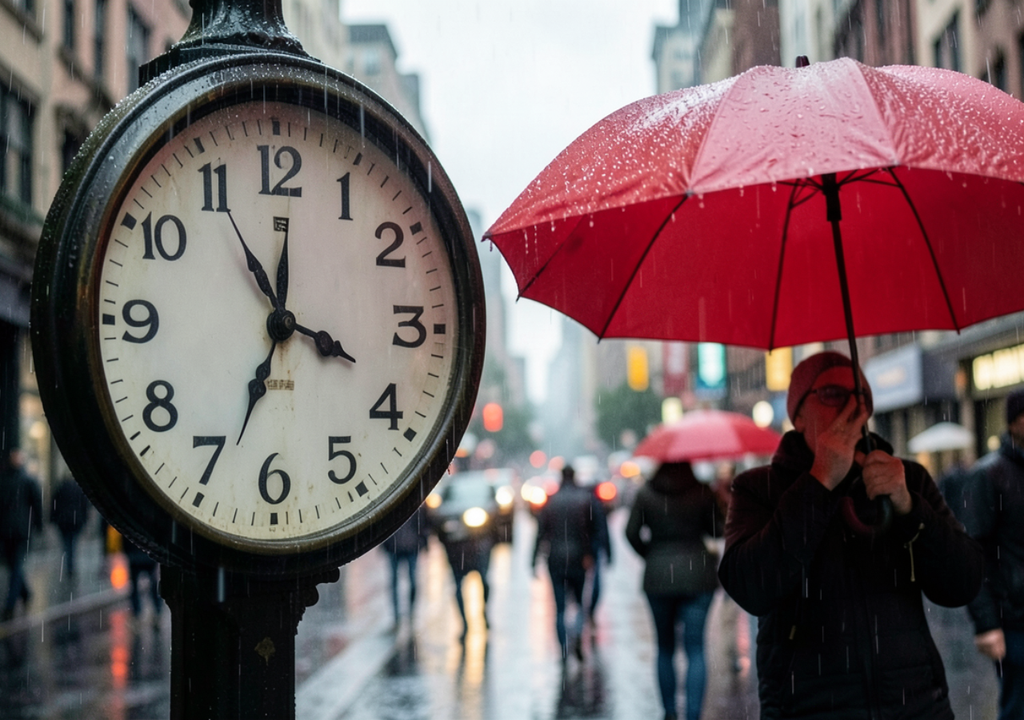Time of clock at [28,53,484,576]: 3:33
